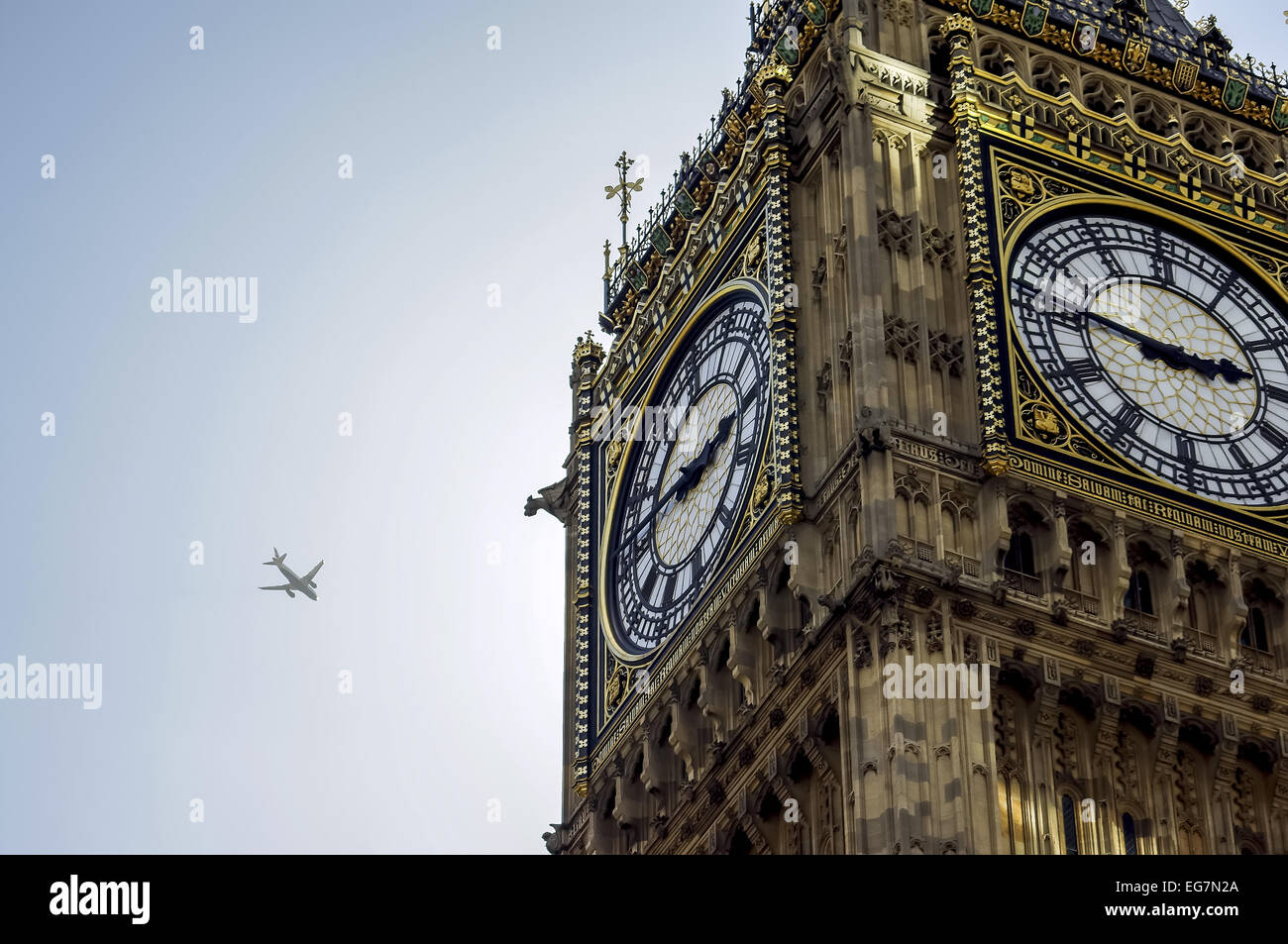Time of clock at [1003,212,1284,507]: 2:46
